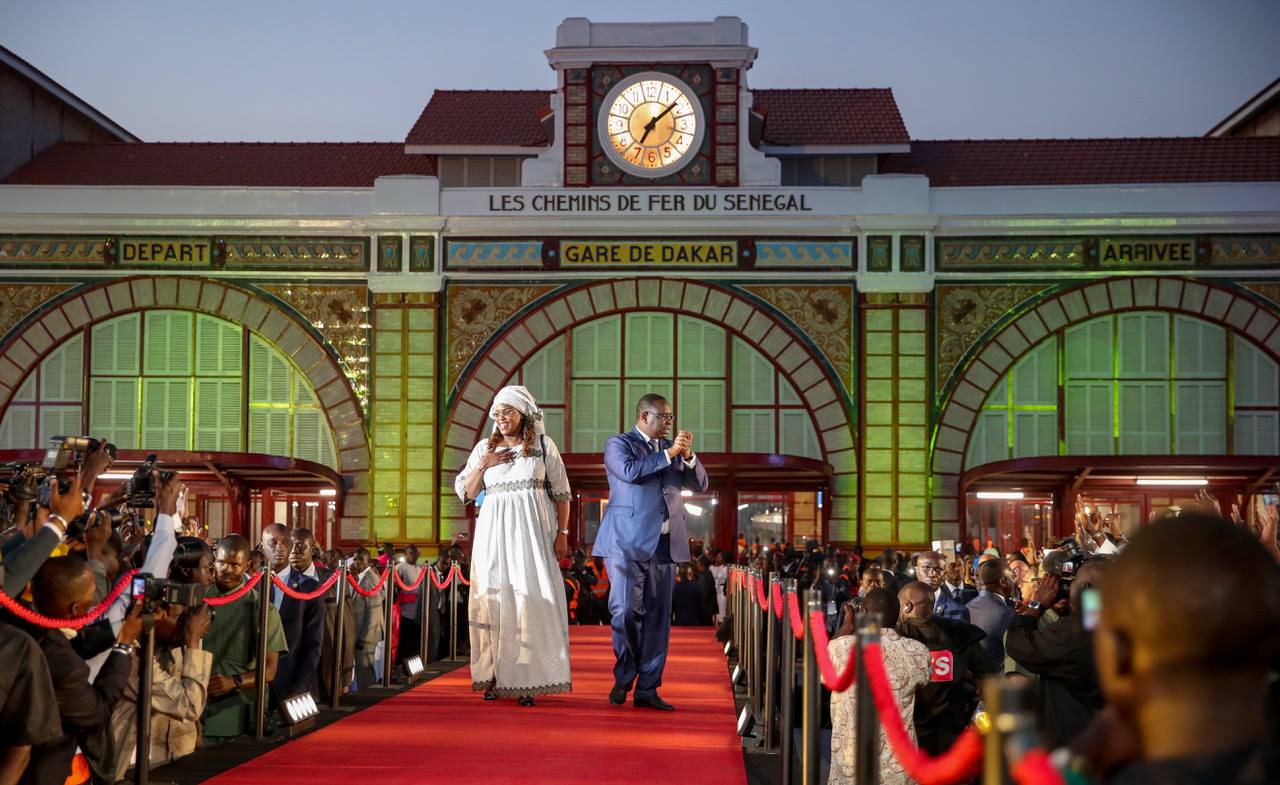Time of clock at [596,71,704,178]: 7:08
